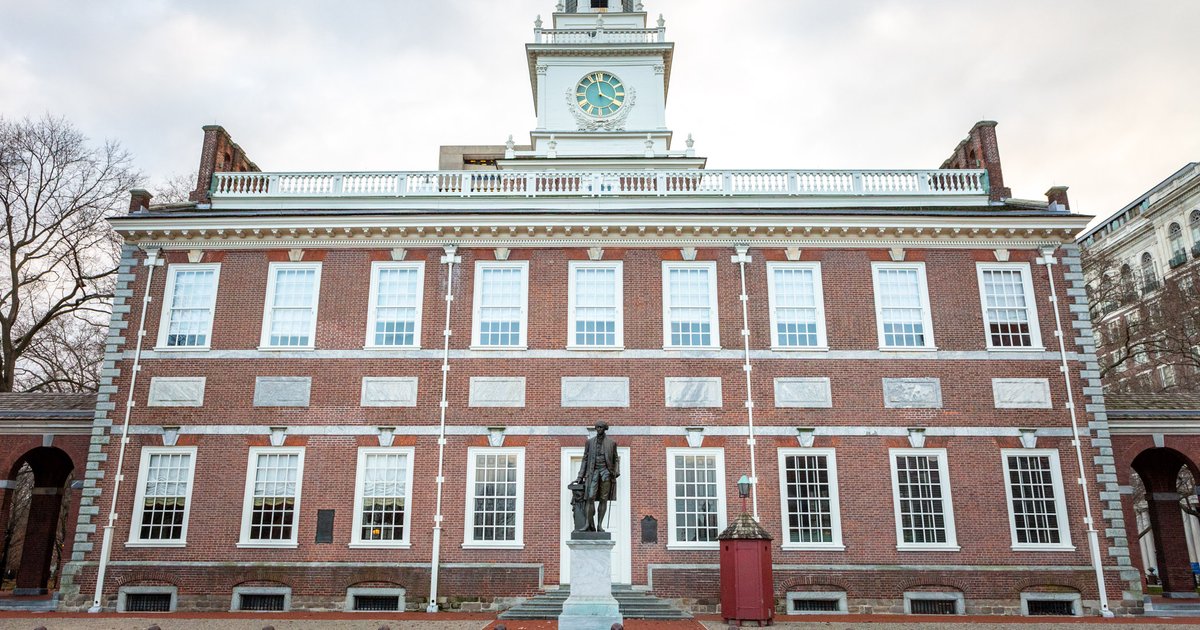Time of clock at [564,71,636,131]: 3:58
